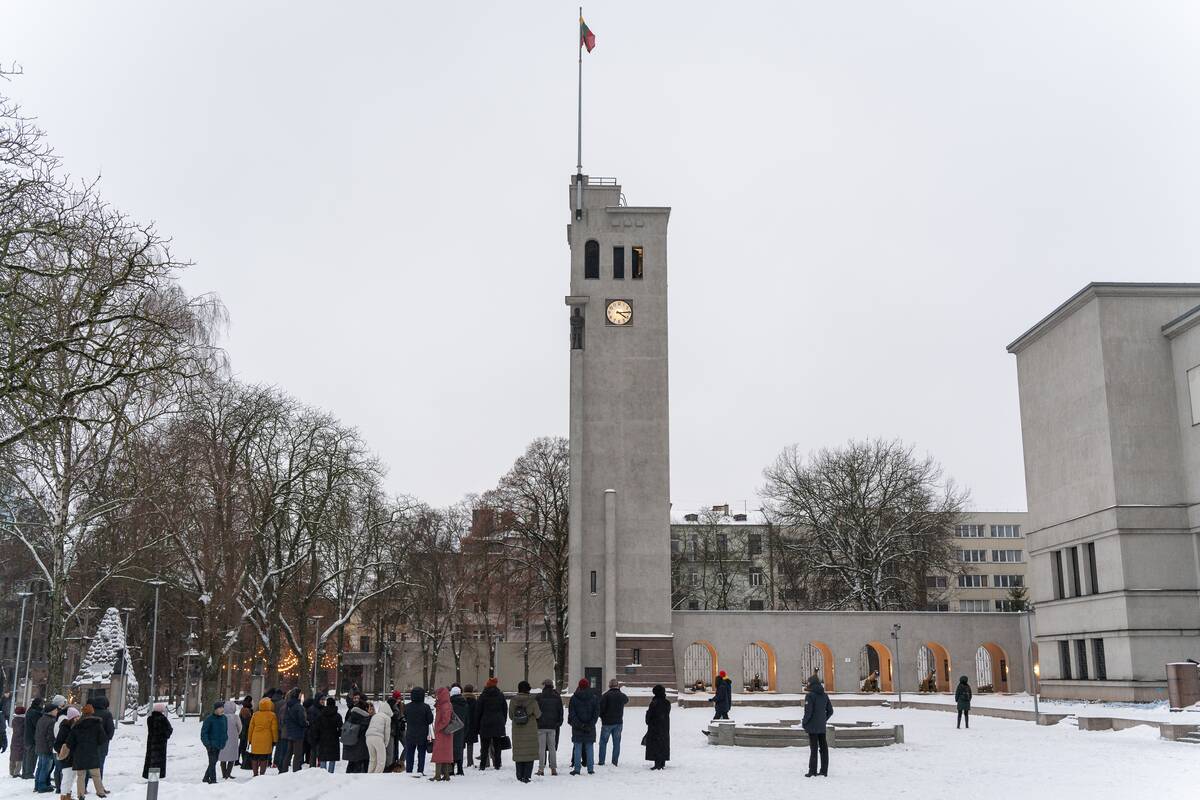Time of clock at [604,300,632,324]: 4:14
